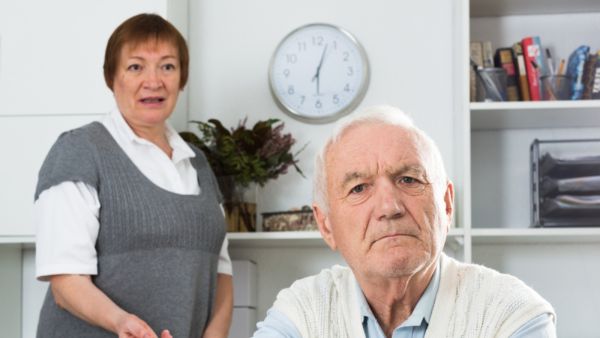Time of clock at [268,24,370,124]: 6:03
